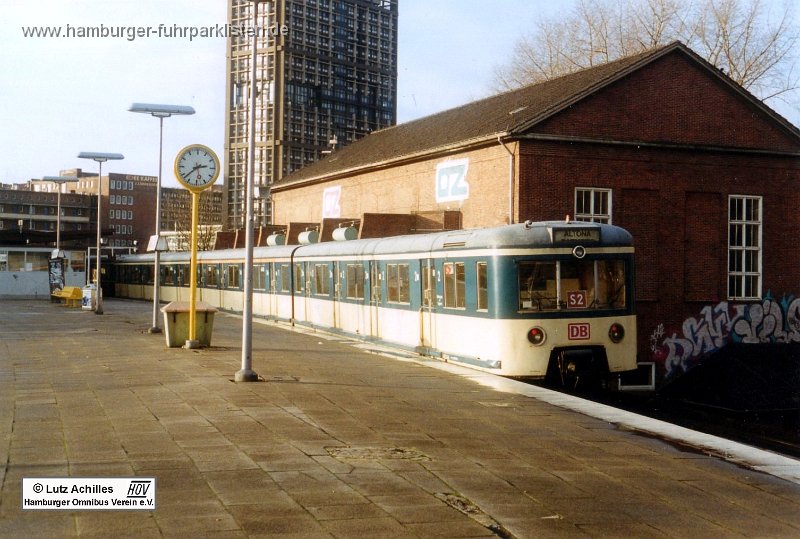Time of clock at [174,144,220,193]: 2:38
